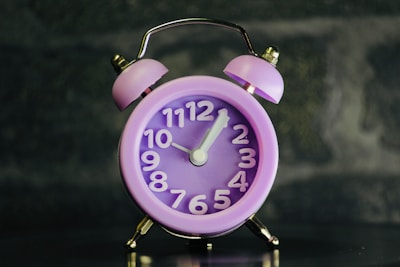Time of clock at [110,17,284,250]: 10:05
